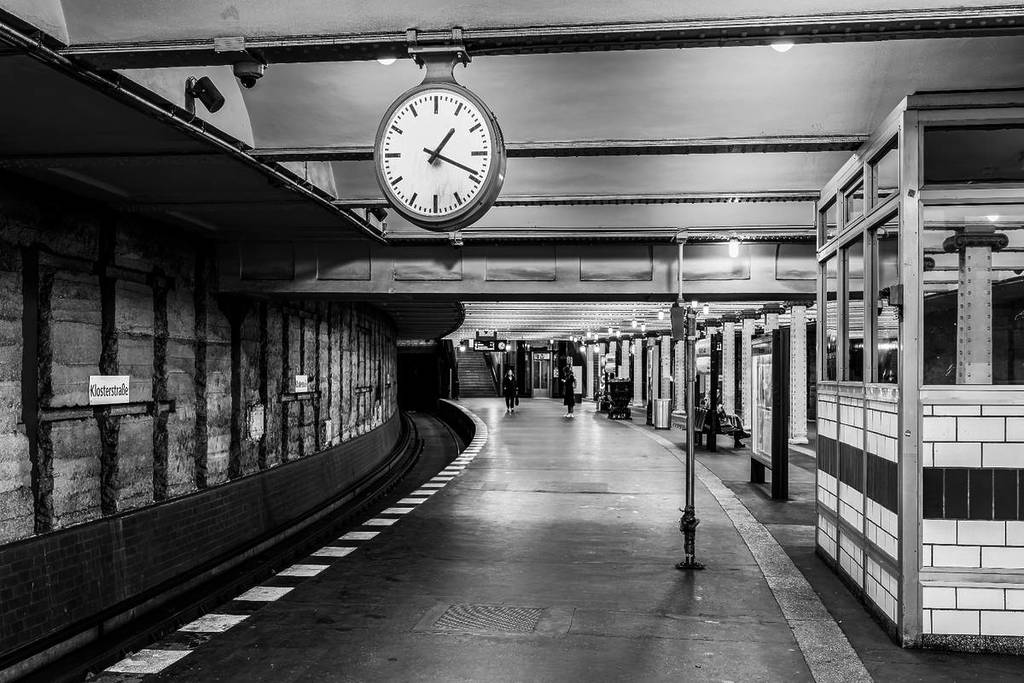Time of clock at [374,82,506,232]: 1:18
